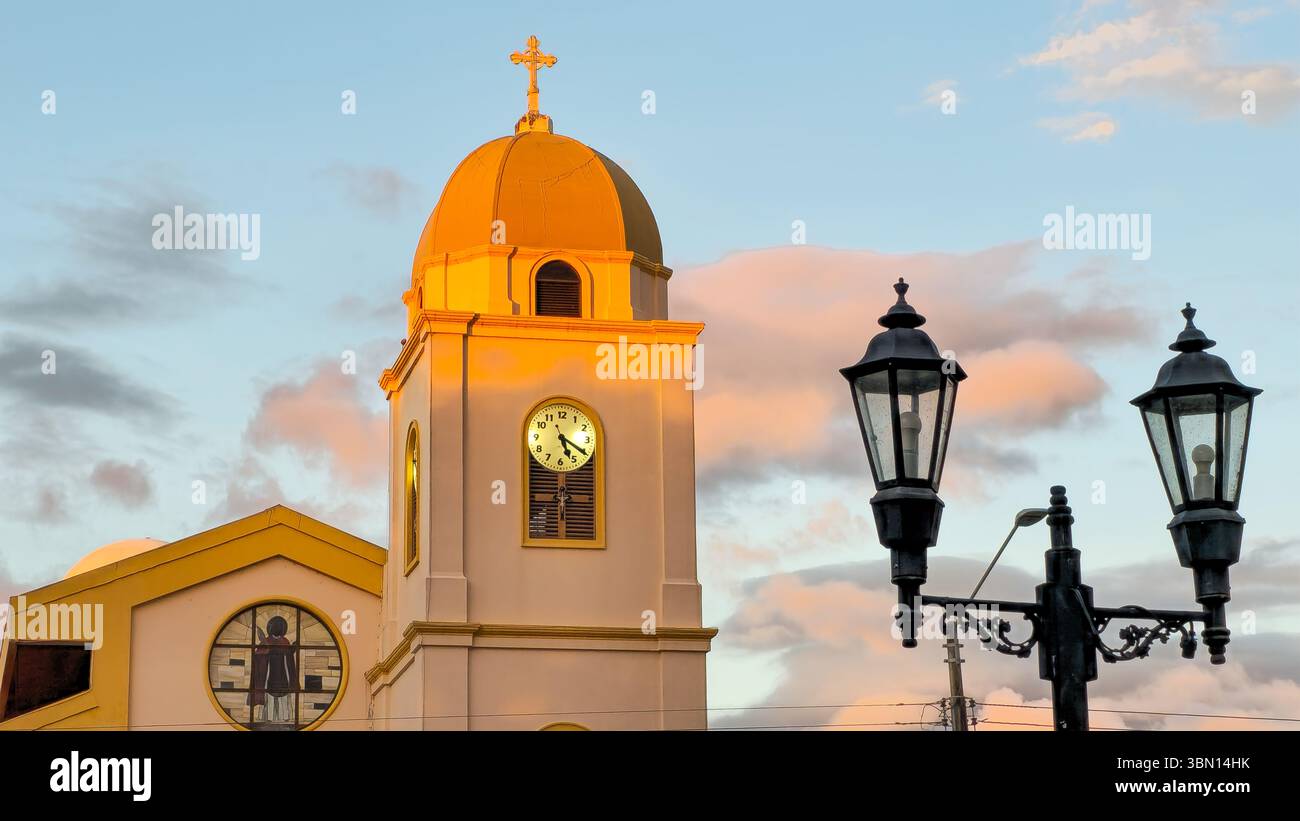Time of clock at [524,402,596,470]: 5:20
